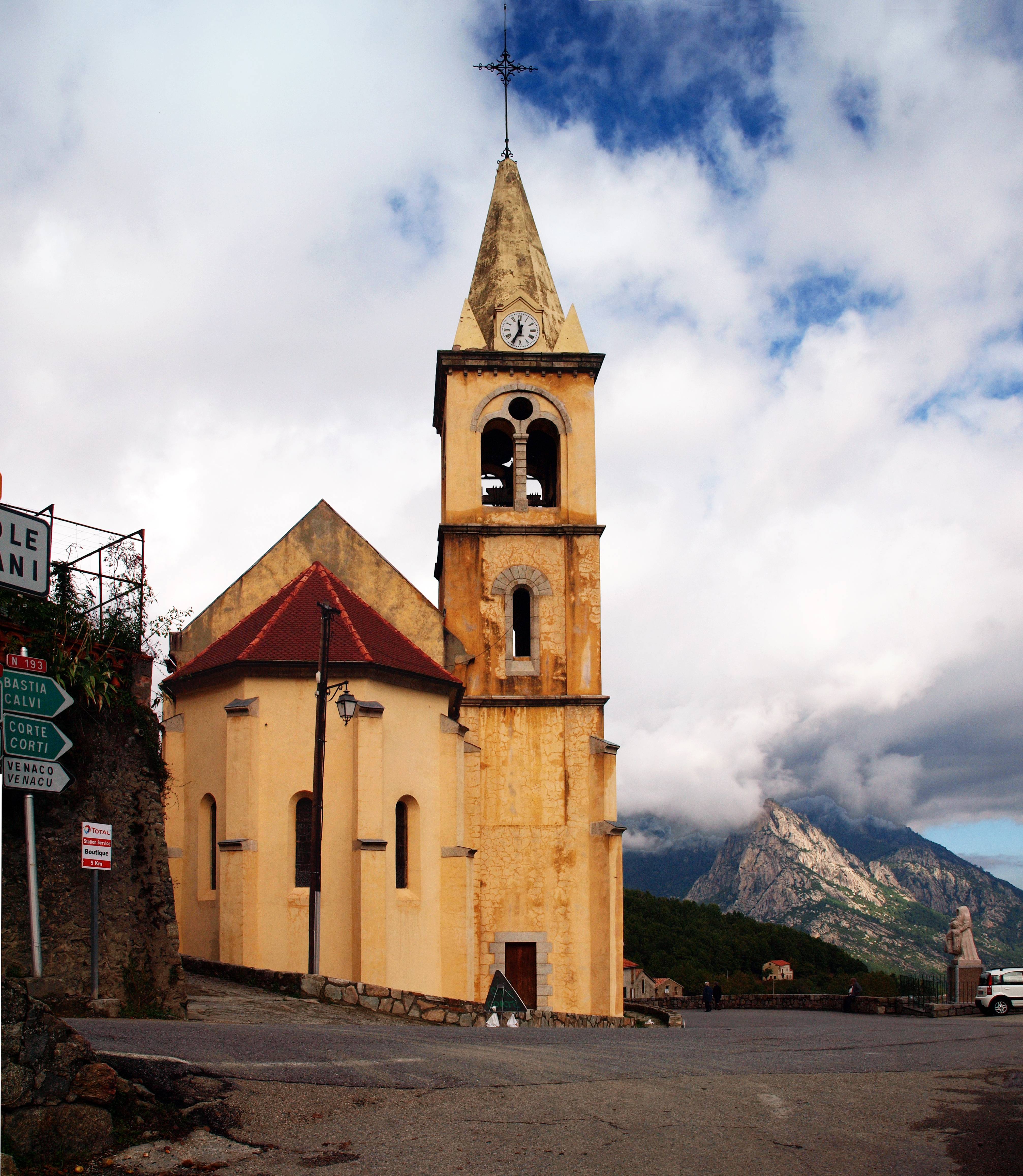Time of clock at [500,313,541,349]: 11:35
